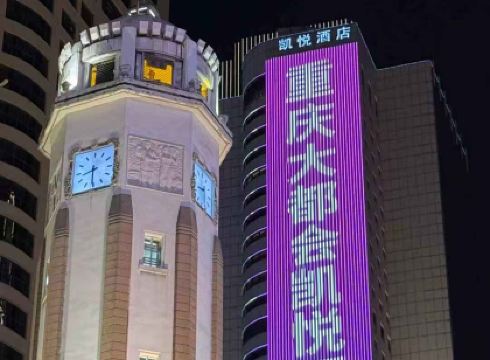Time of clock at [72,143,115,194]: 8:30
